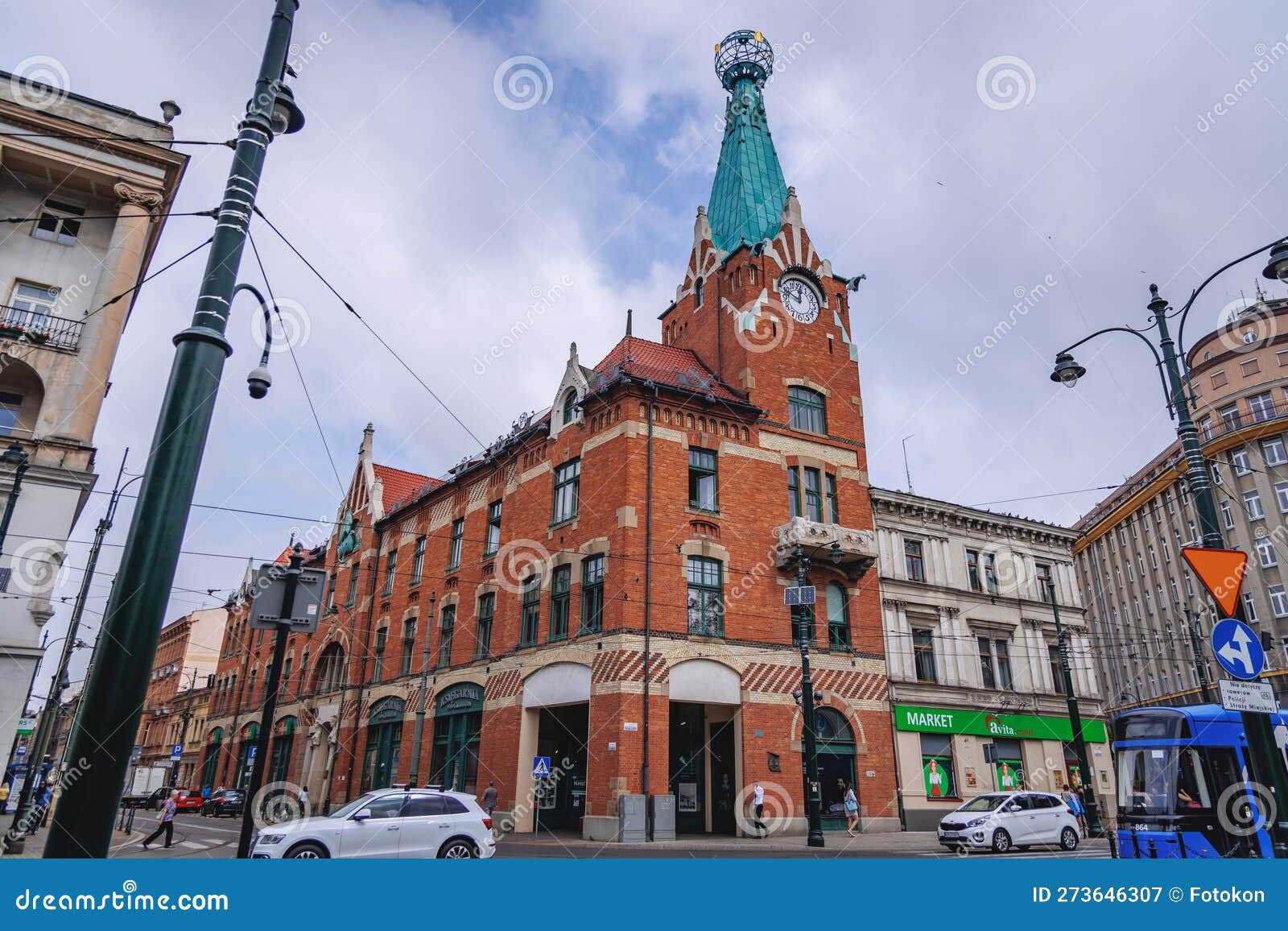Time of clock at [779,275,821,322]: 11:48
